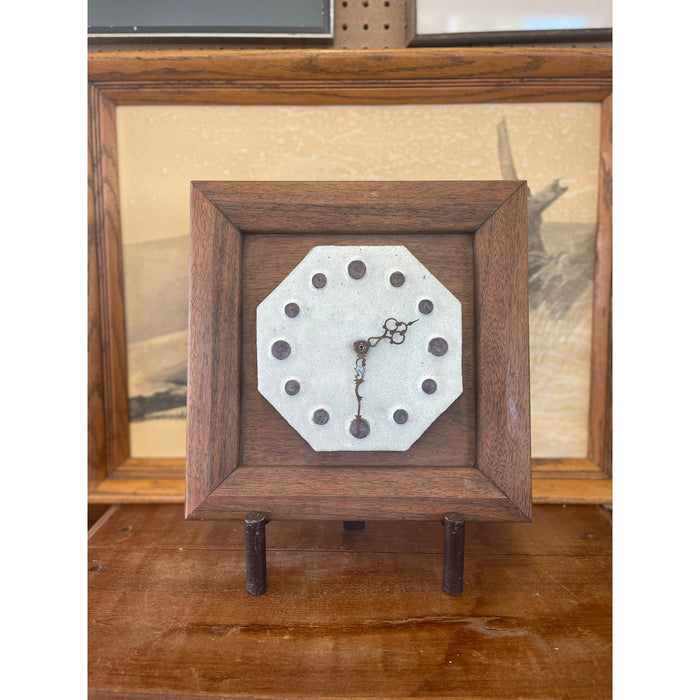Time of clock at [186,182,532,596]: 2:30
